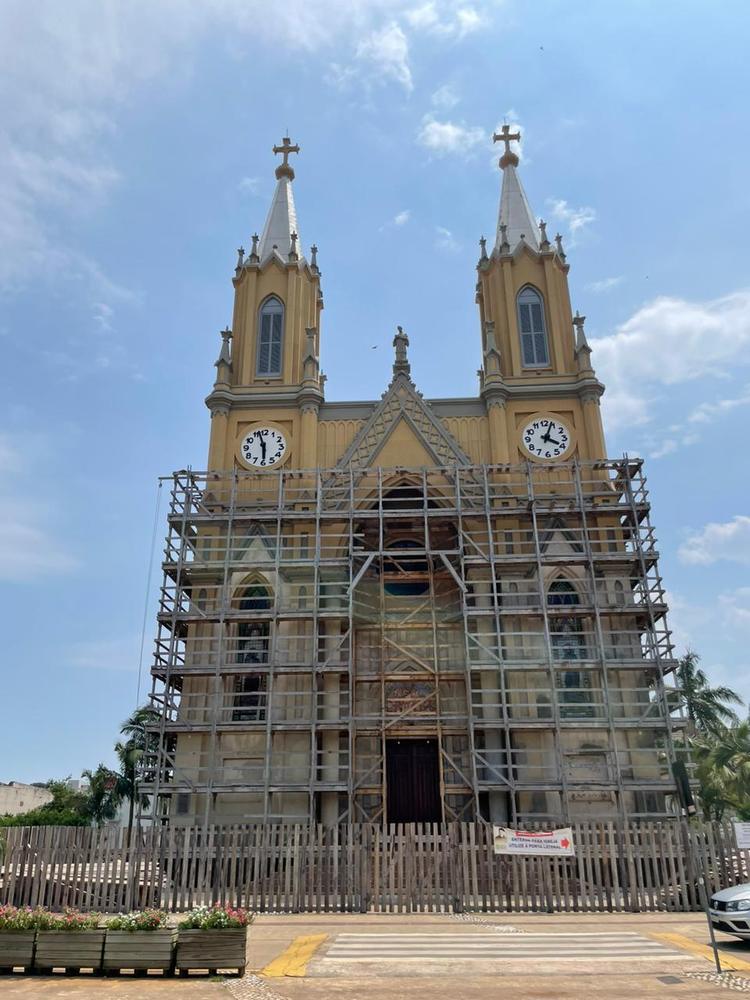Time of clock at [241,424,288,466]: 5:57
